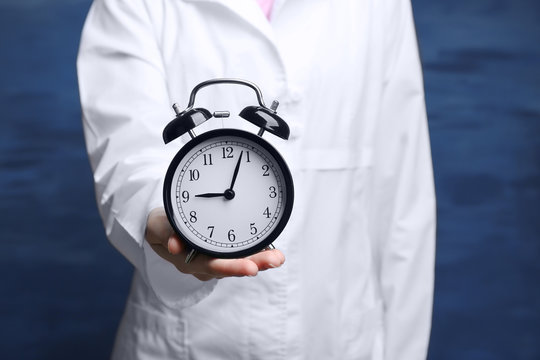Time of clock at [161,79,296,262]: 9:03
